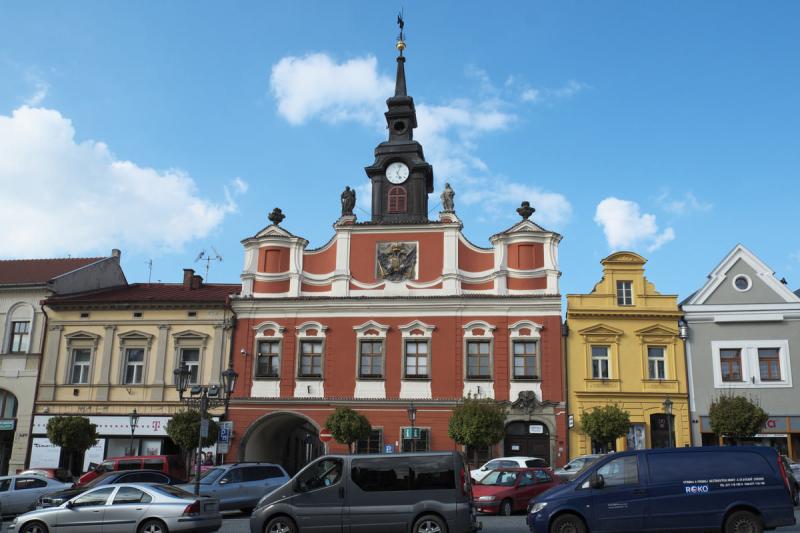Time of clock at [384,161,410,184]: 5:02
